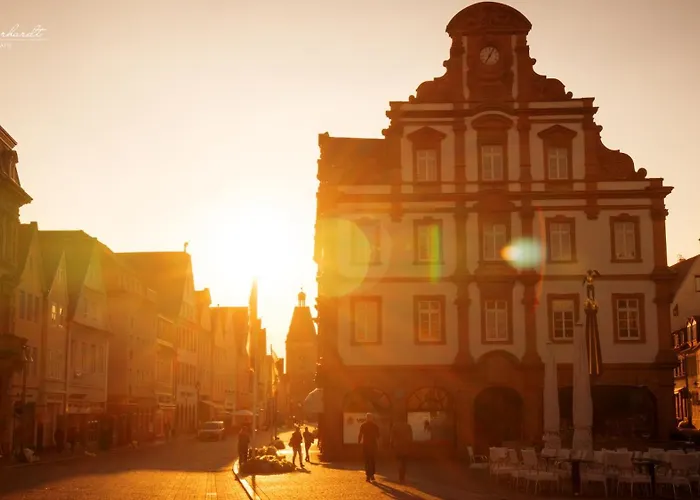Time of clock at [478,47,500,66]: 7:04
